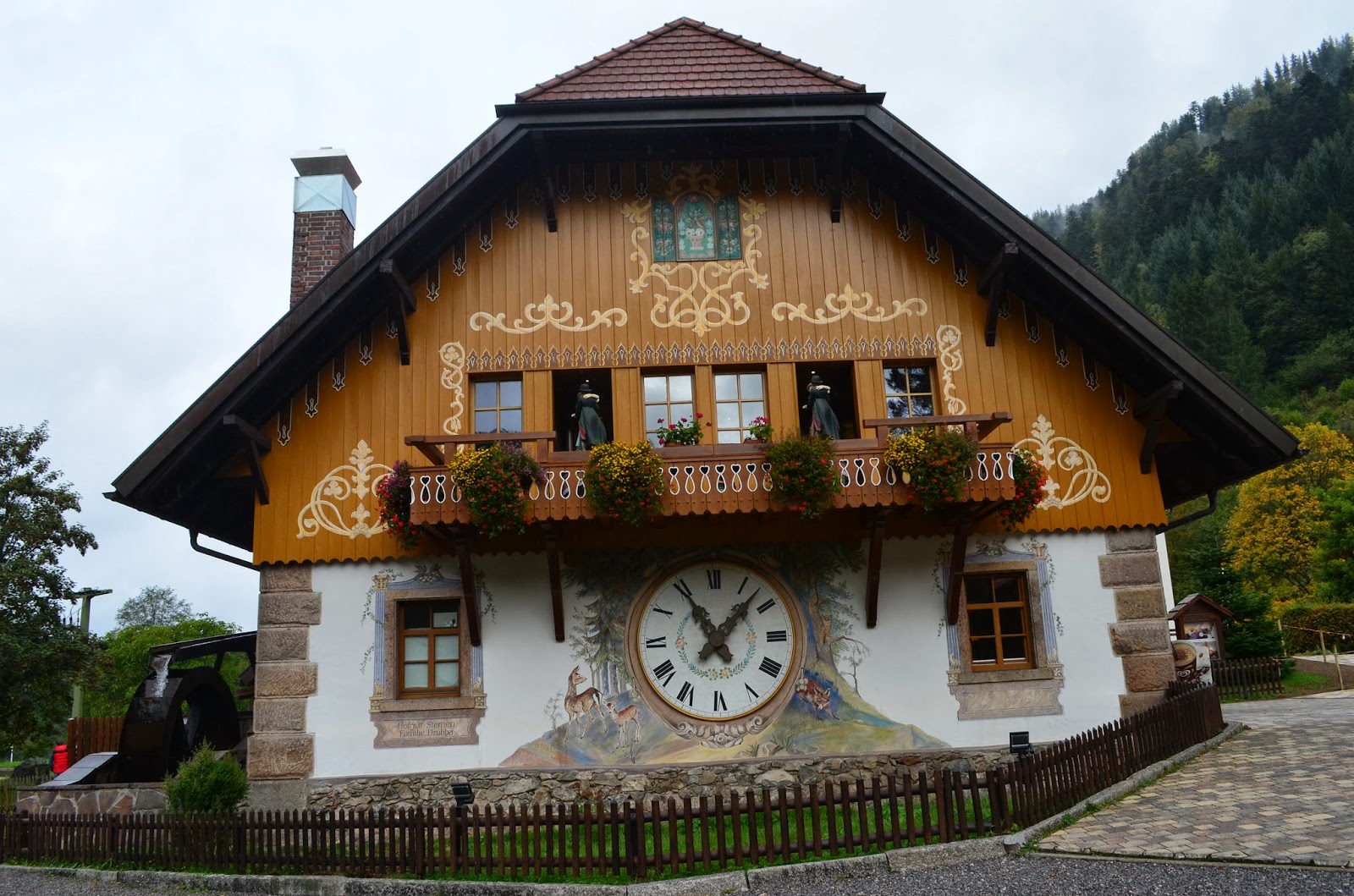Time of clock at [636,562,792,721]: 11:07
